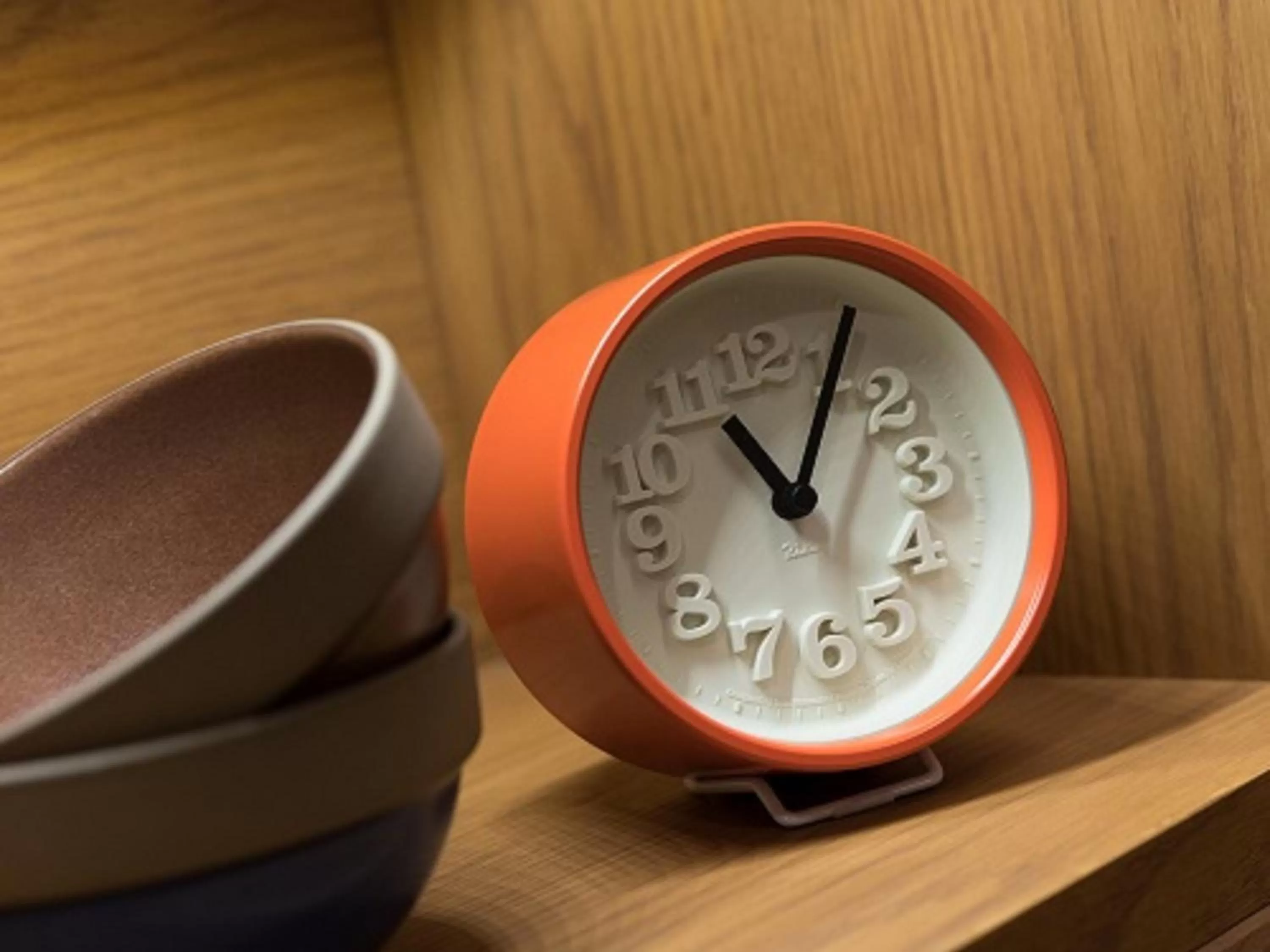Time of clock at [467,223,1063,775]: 11:05
